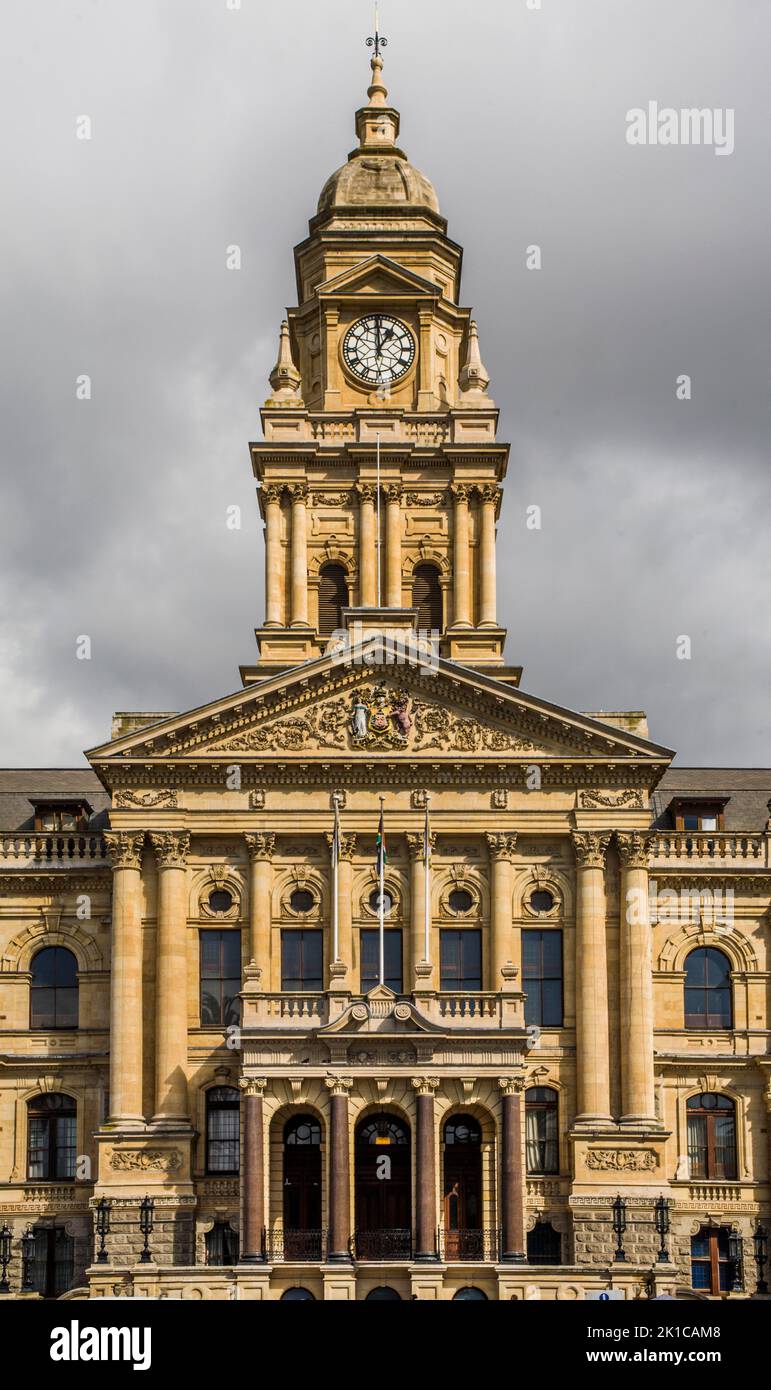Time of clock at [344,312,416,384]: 12:59
